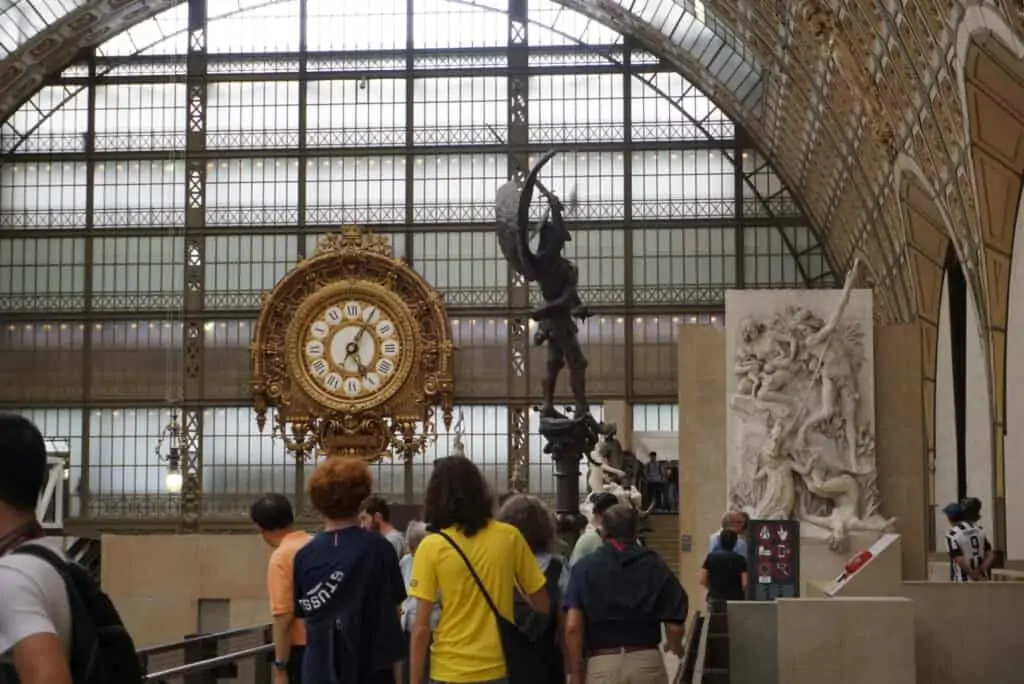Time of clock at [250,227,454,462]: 5:05
